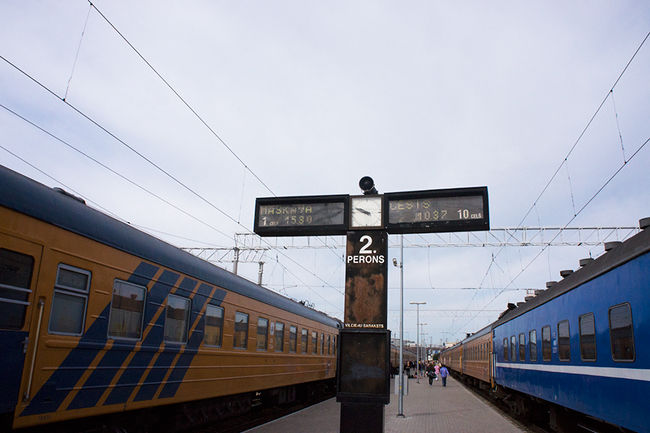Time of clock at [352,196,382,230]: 9:48
